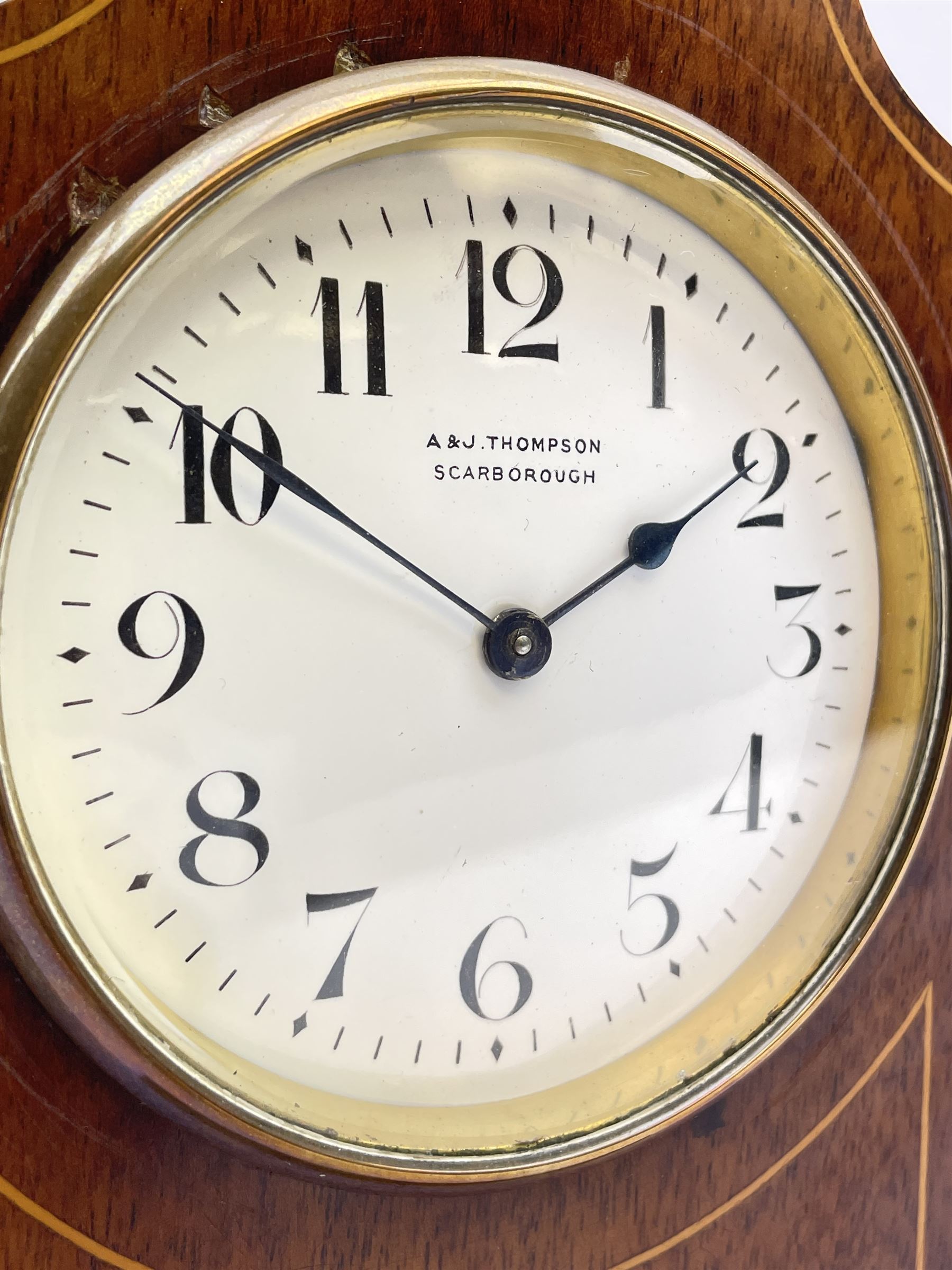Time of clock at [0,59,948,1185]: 1:50
